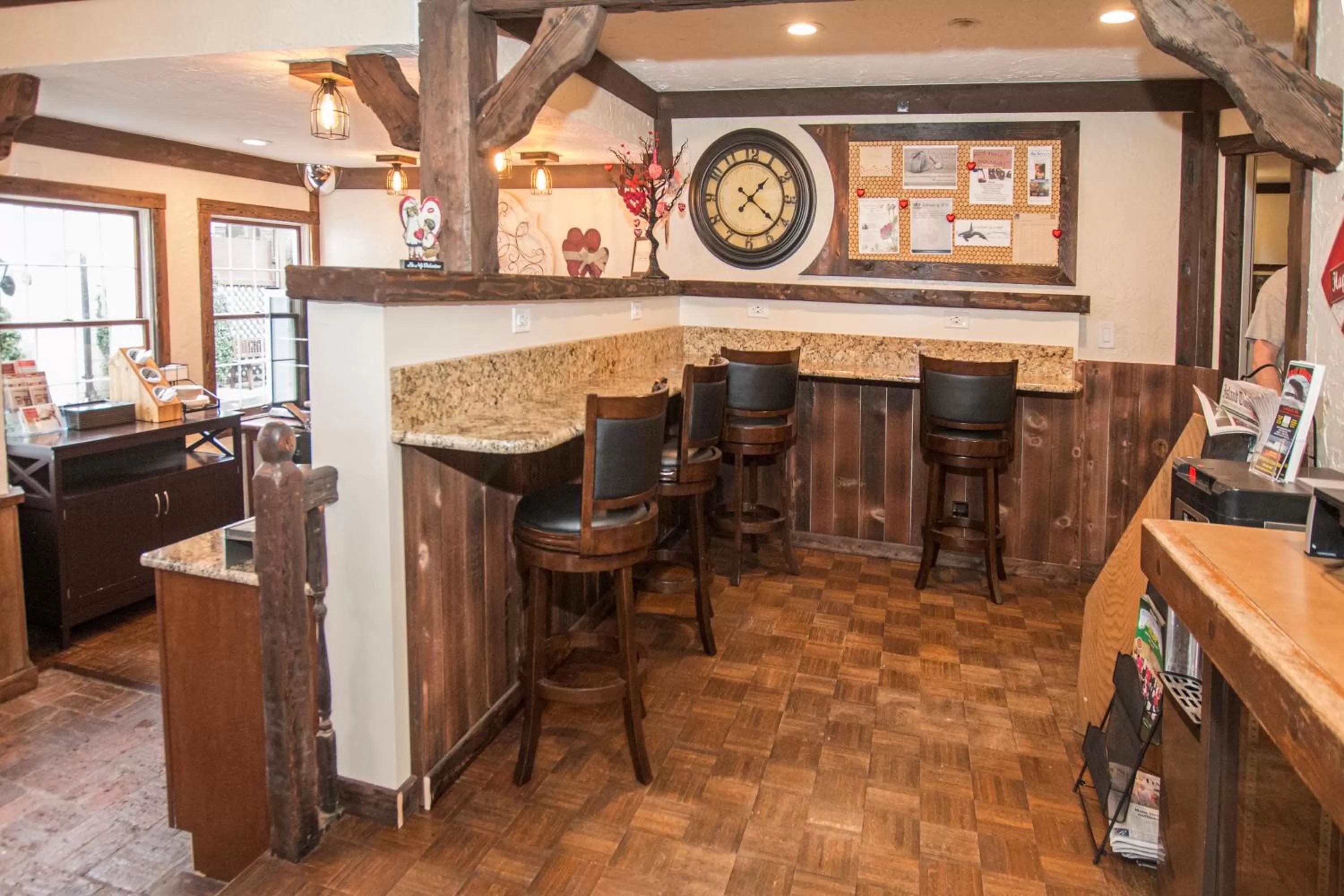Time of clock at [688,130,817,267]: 1:21
